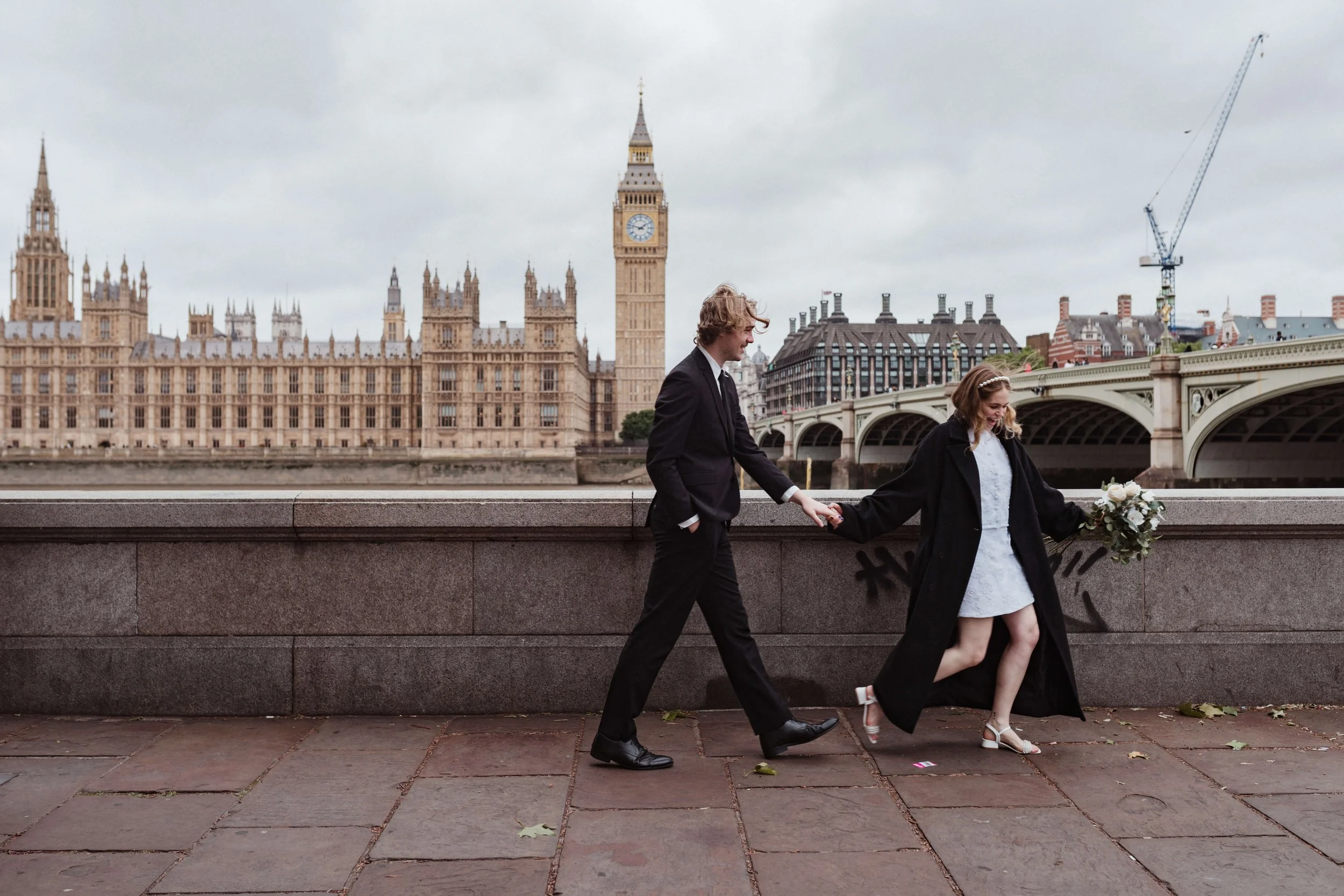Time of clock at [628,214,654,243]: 1:47
